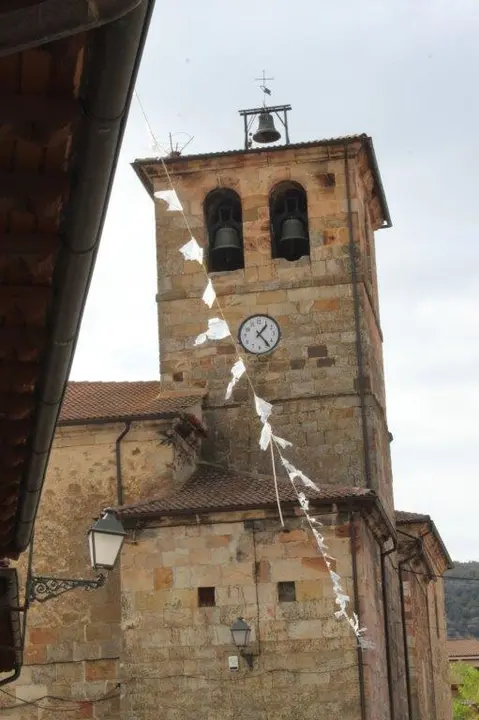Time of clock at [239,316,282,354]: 1:23
